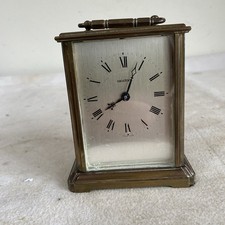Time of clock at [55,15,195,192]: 8:04
